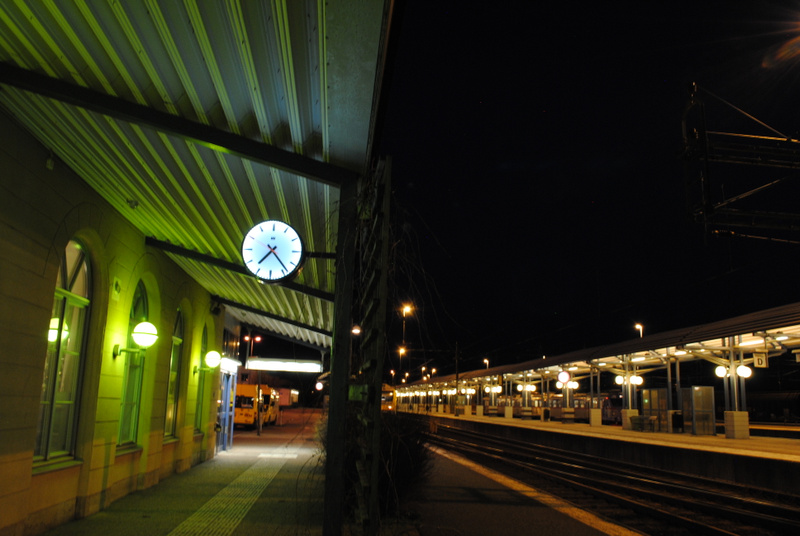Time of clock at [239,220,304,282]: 7:23
